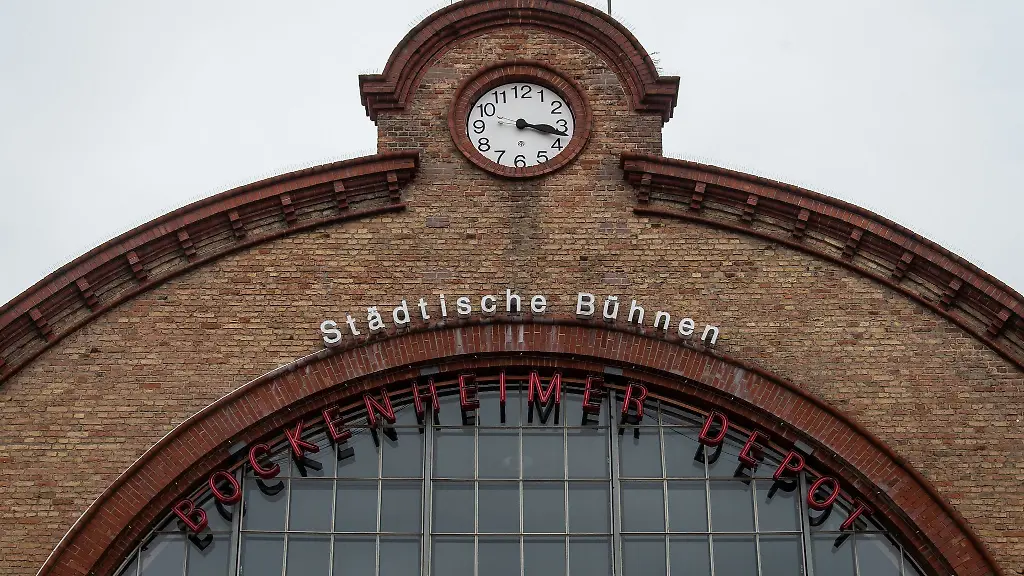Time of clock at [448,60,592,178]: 3:17
